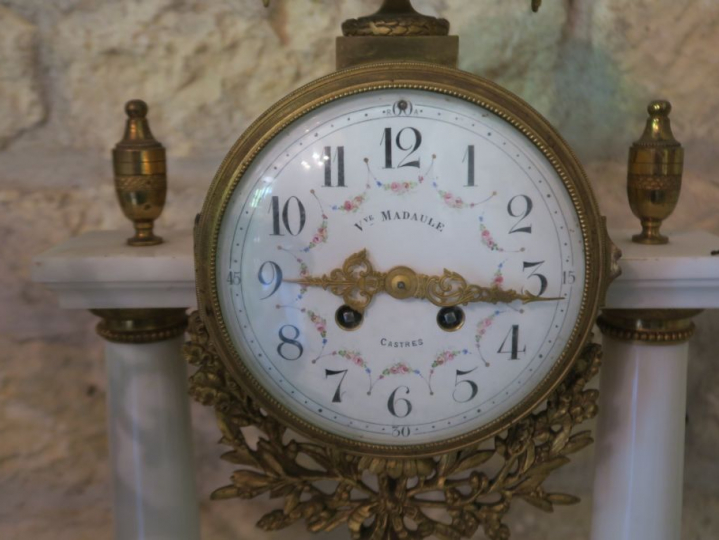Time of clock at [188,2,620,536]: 9:16
